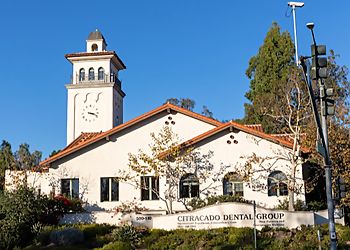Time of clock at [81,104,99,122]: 3:18
